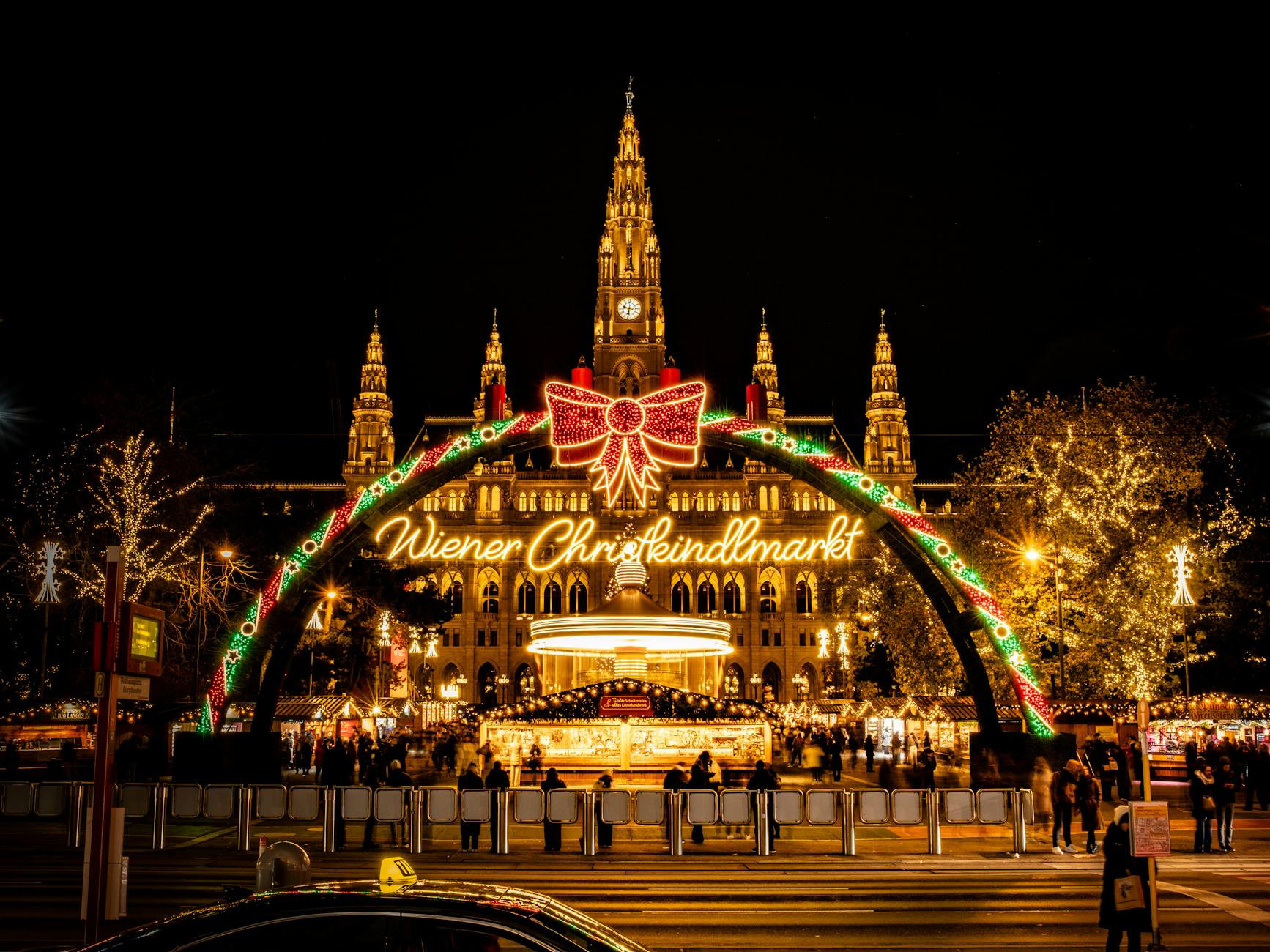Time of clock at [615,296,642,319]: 9:32
